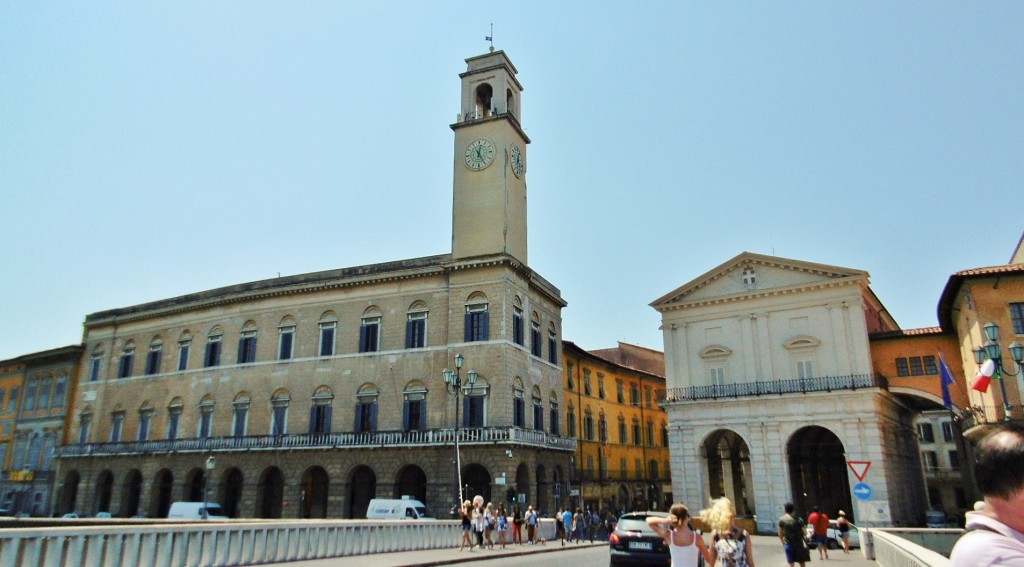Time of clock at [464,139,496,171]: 12:24
